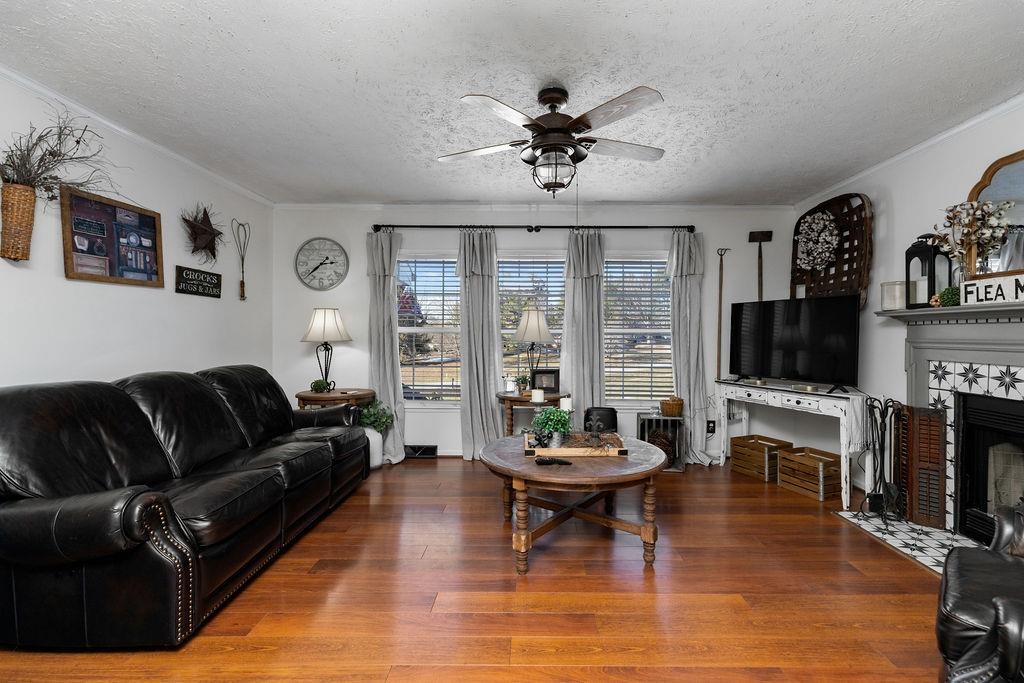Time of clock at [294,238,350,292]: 2:38
